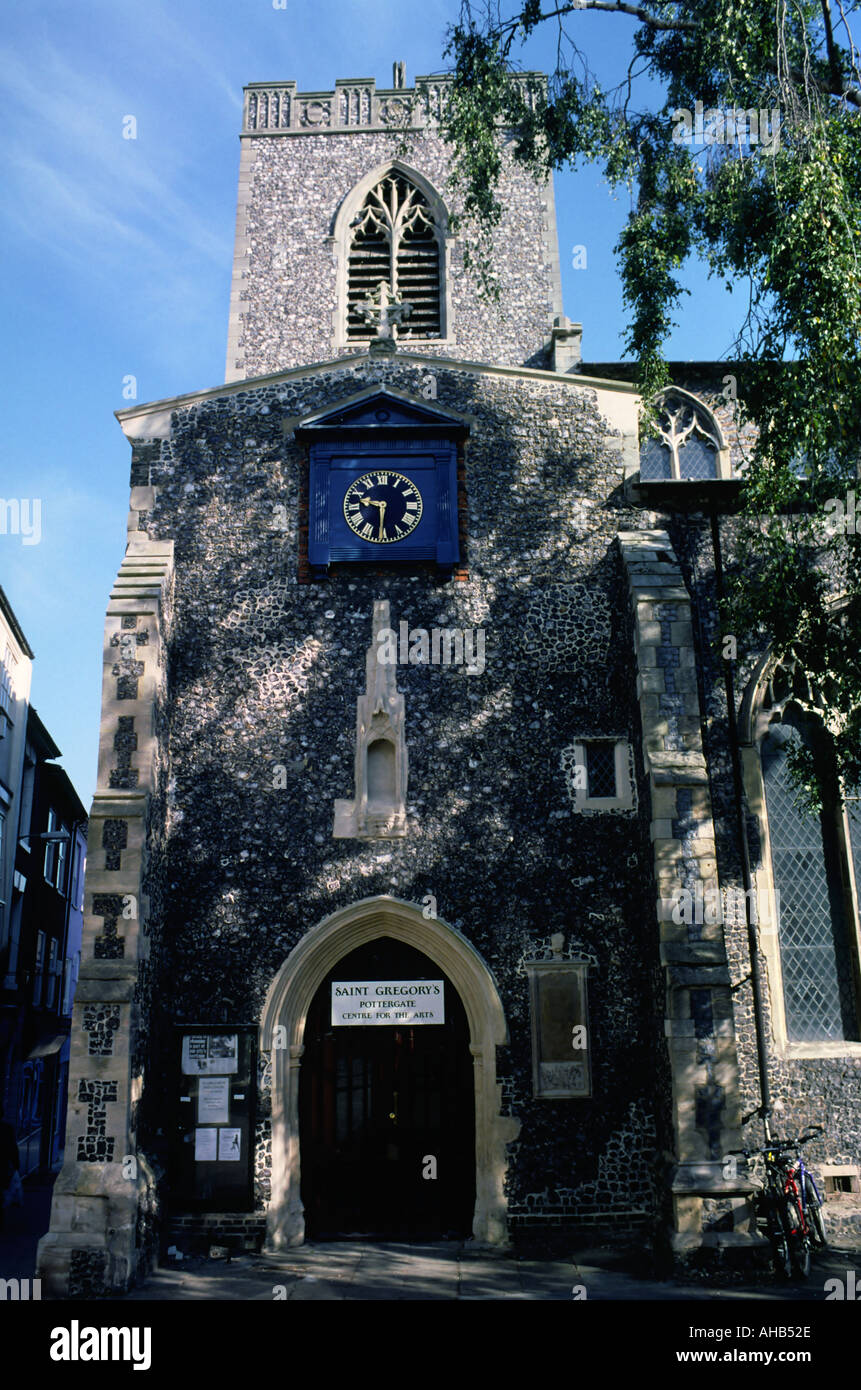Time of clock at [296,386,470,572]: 9:31
